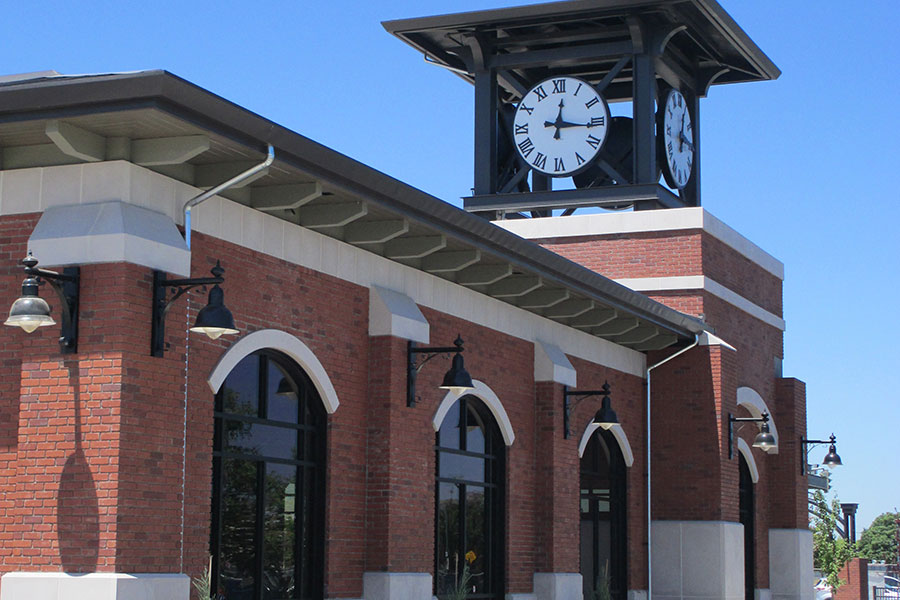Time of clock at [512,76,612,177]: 12:16
